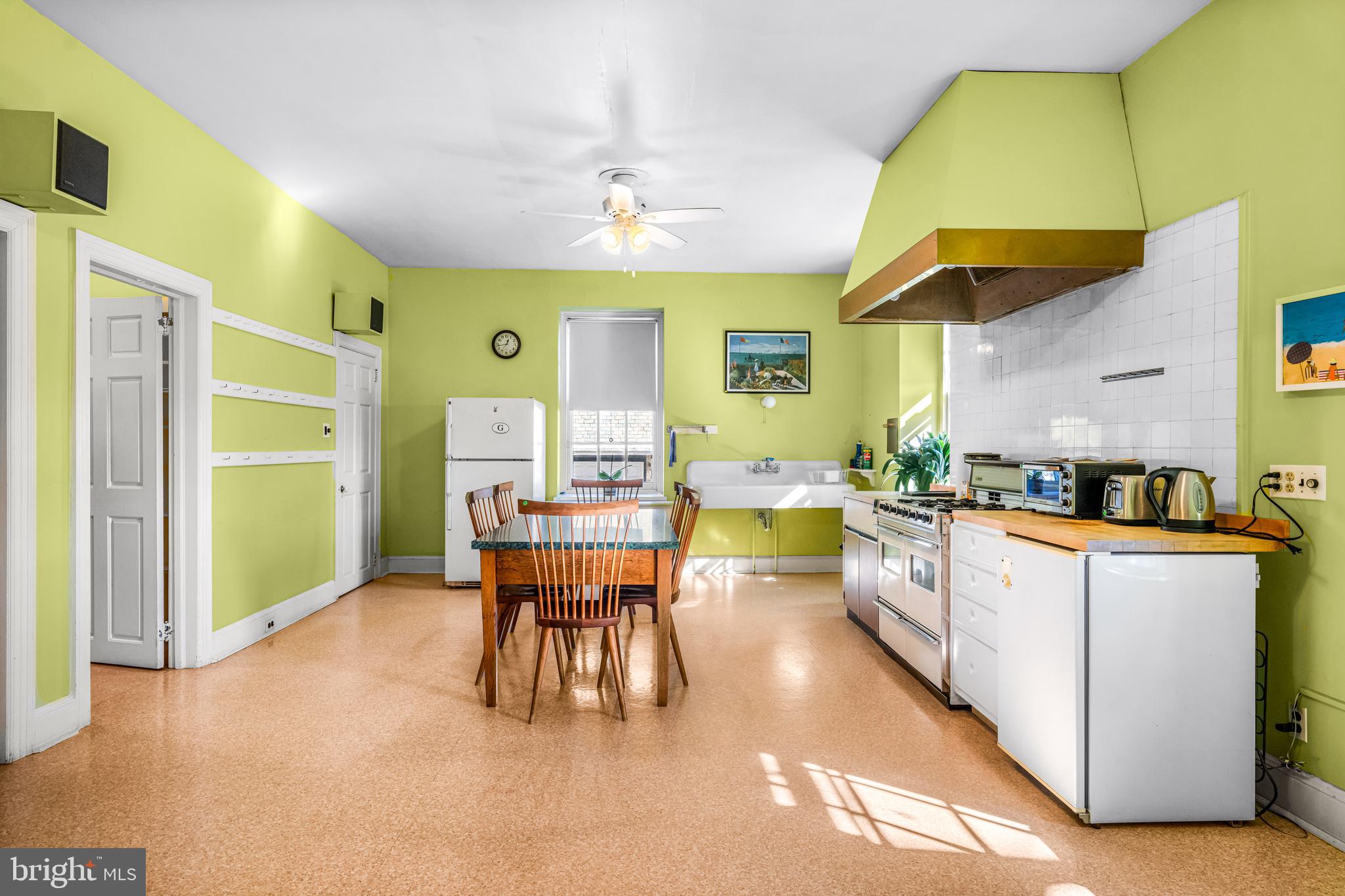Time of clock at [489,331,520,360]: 12:42
